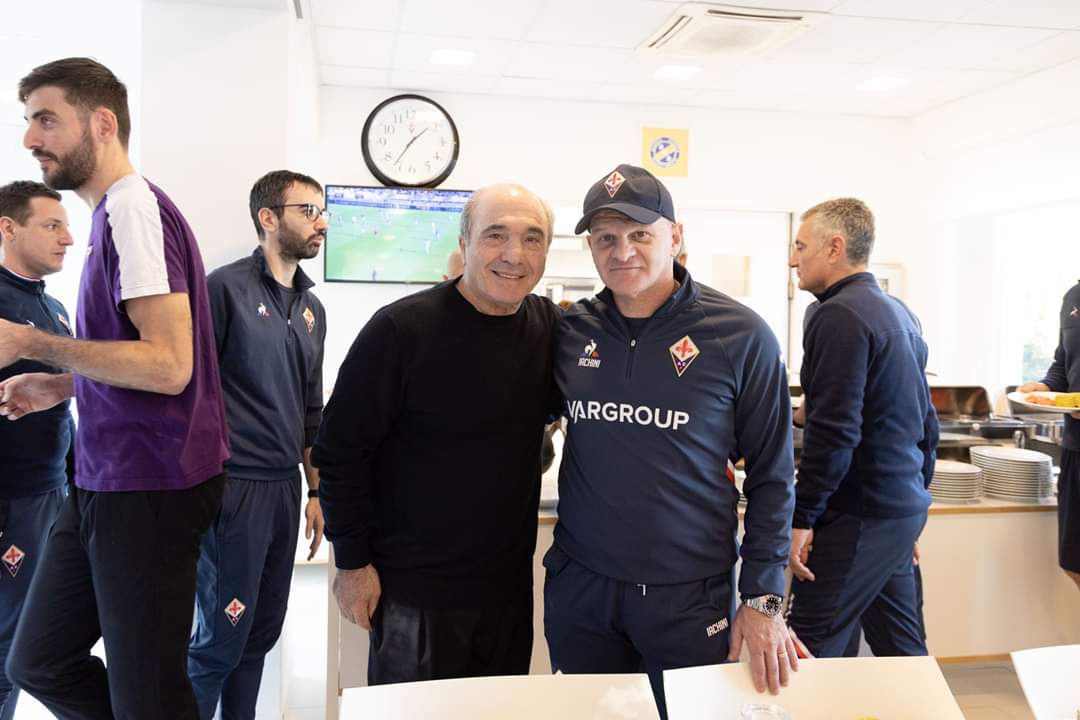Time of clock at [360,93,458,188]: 1:36
